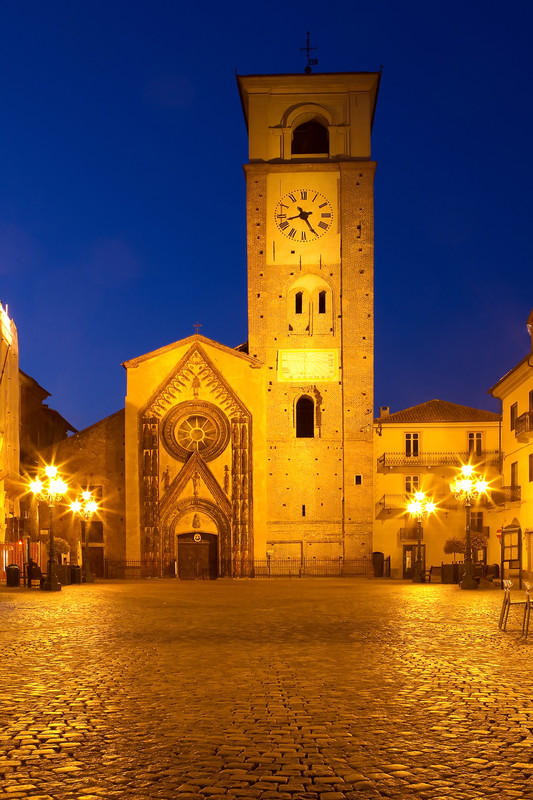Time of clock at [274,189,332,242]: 8:25
